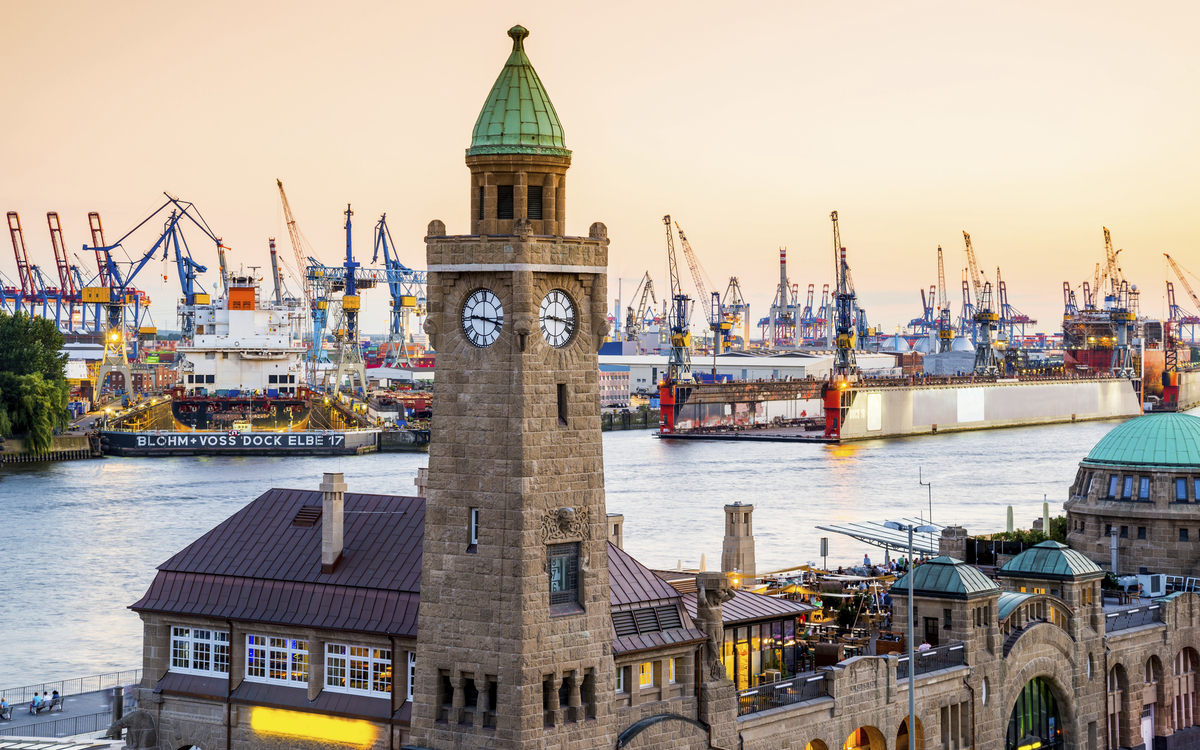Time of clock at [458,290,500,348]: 9:17
